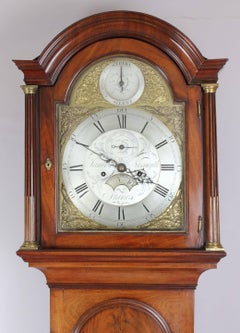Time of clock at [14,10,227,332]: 3:48
